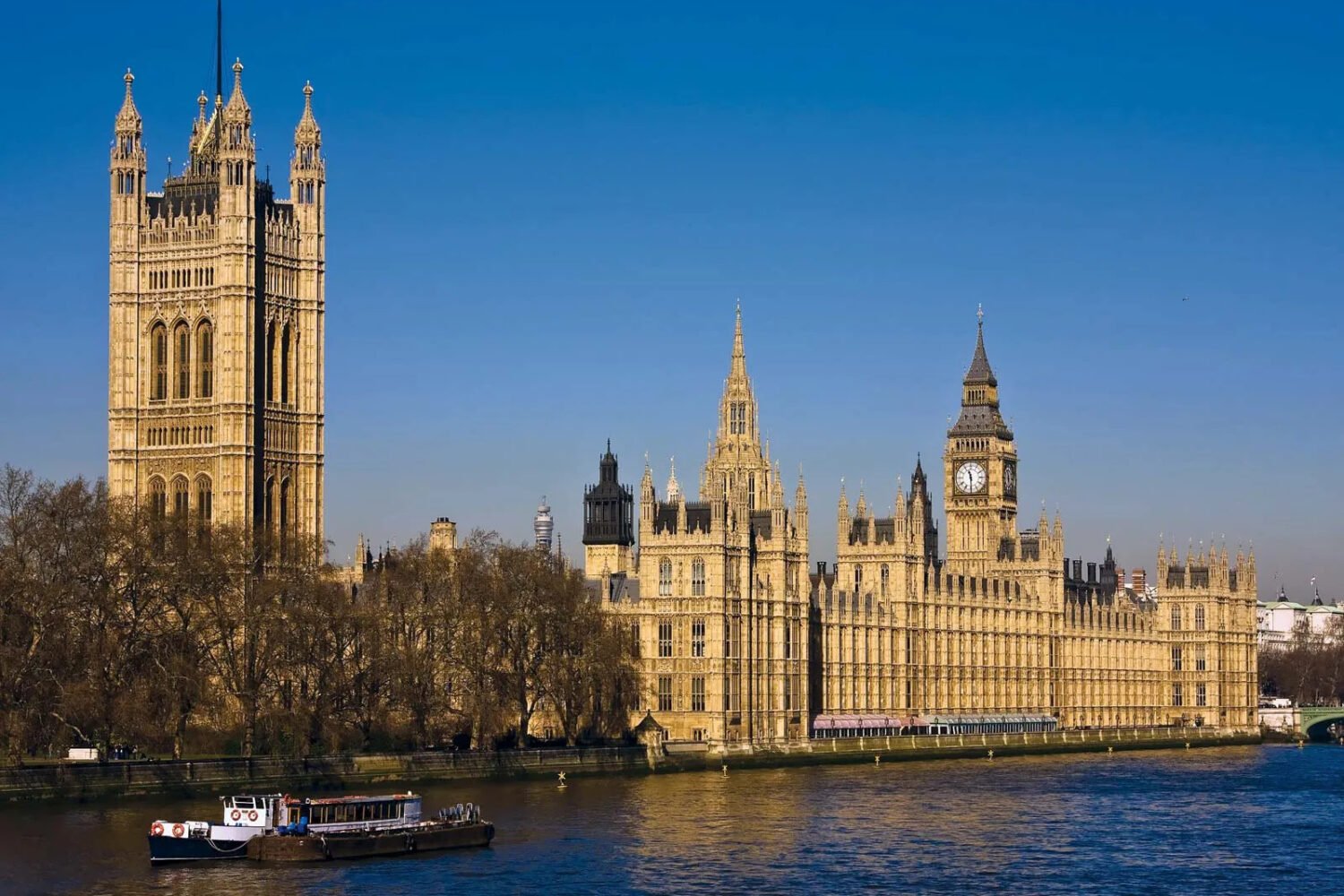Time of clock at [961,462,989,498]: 11:29
